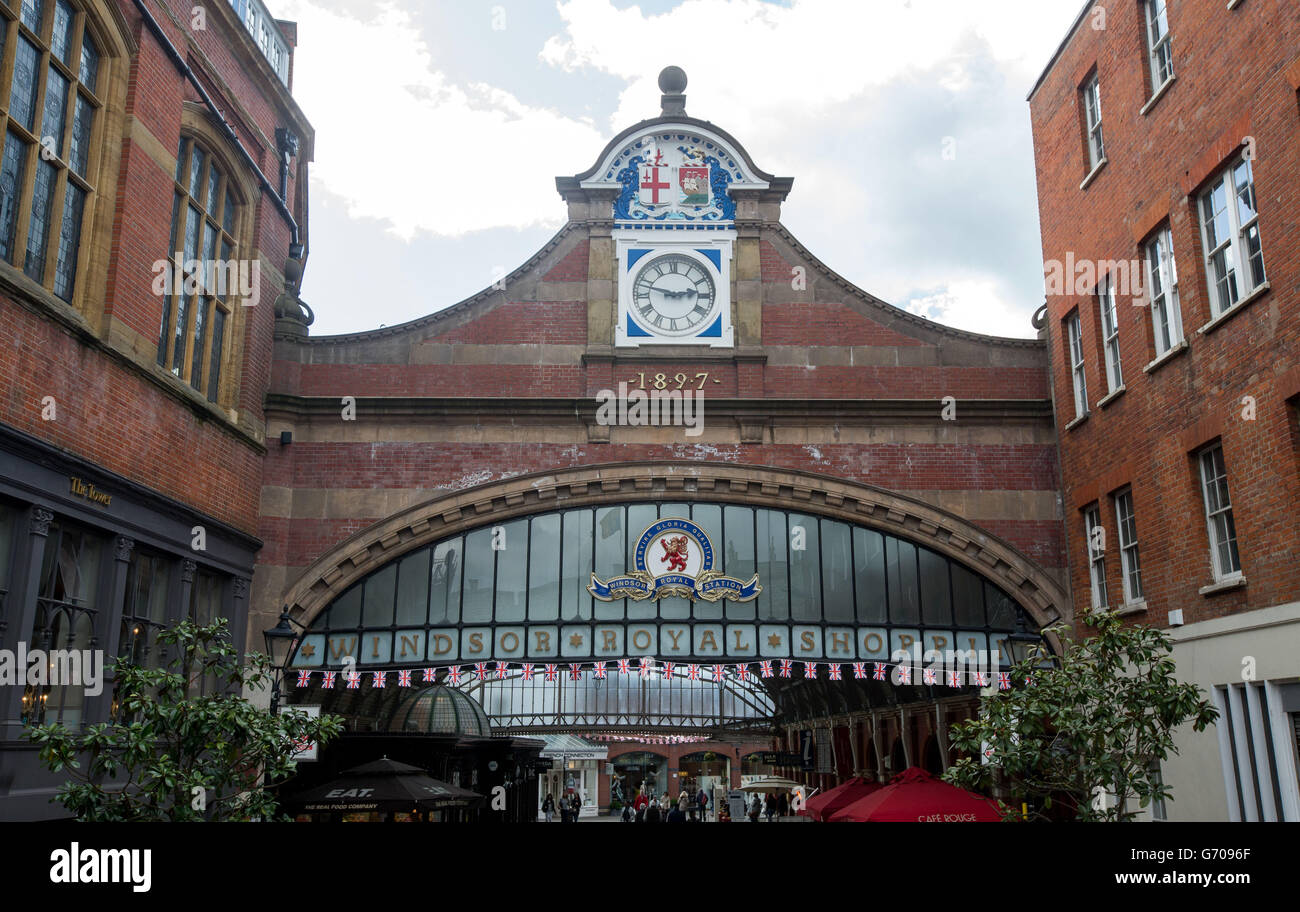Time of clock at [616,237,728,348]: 2:47
